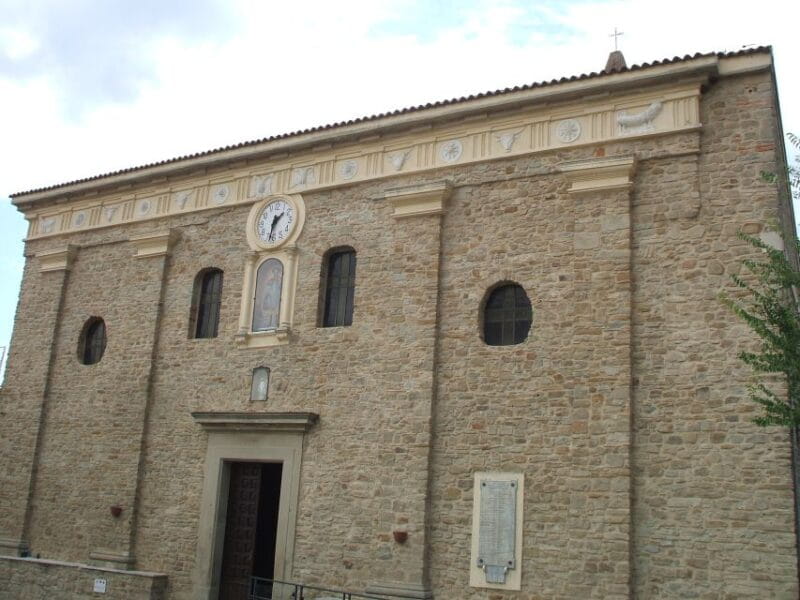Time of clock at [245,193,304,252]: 1:32
